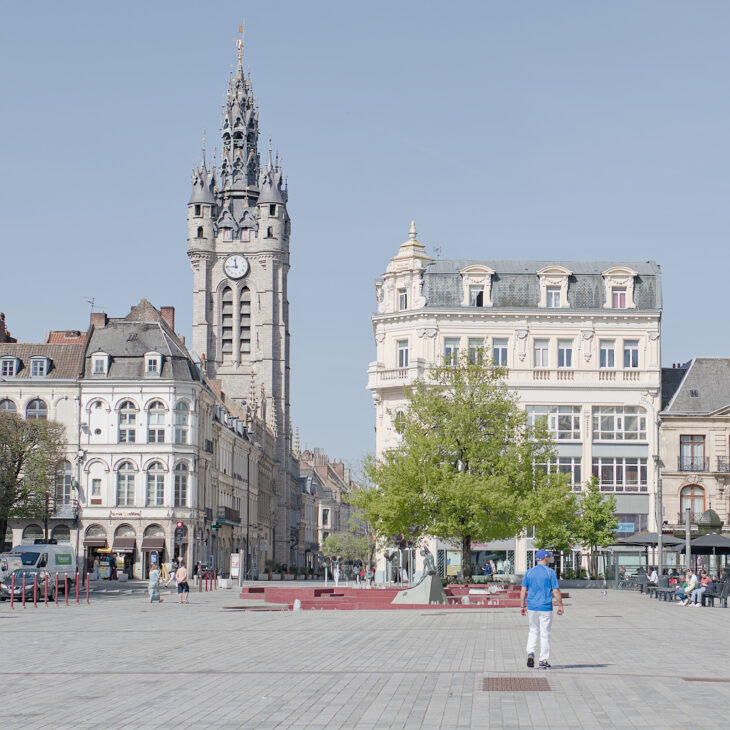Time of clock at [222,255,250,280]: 11:44
